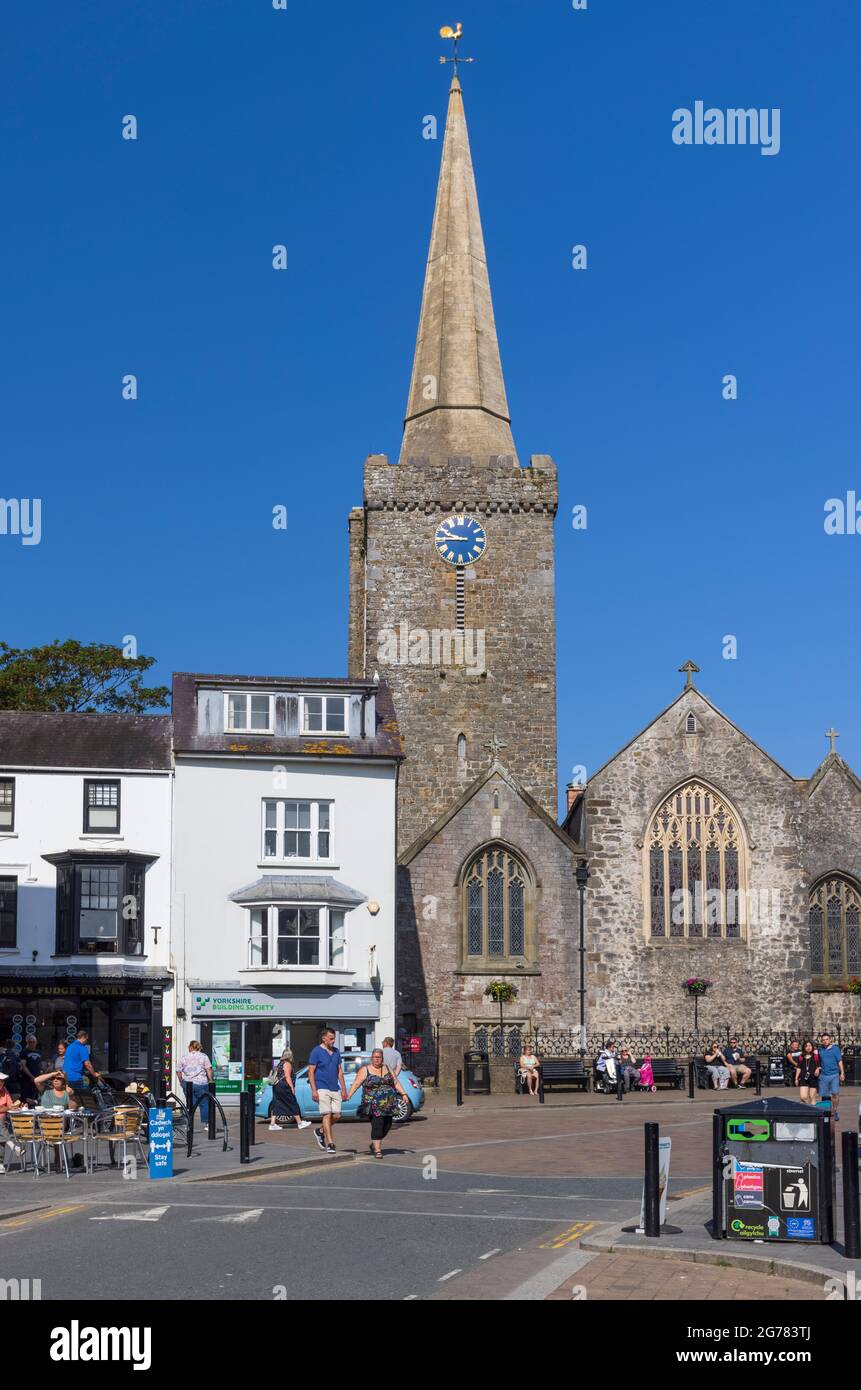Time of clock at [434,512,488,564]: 9:45
